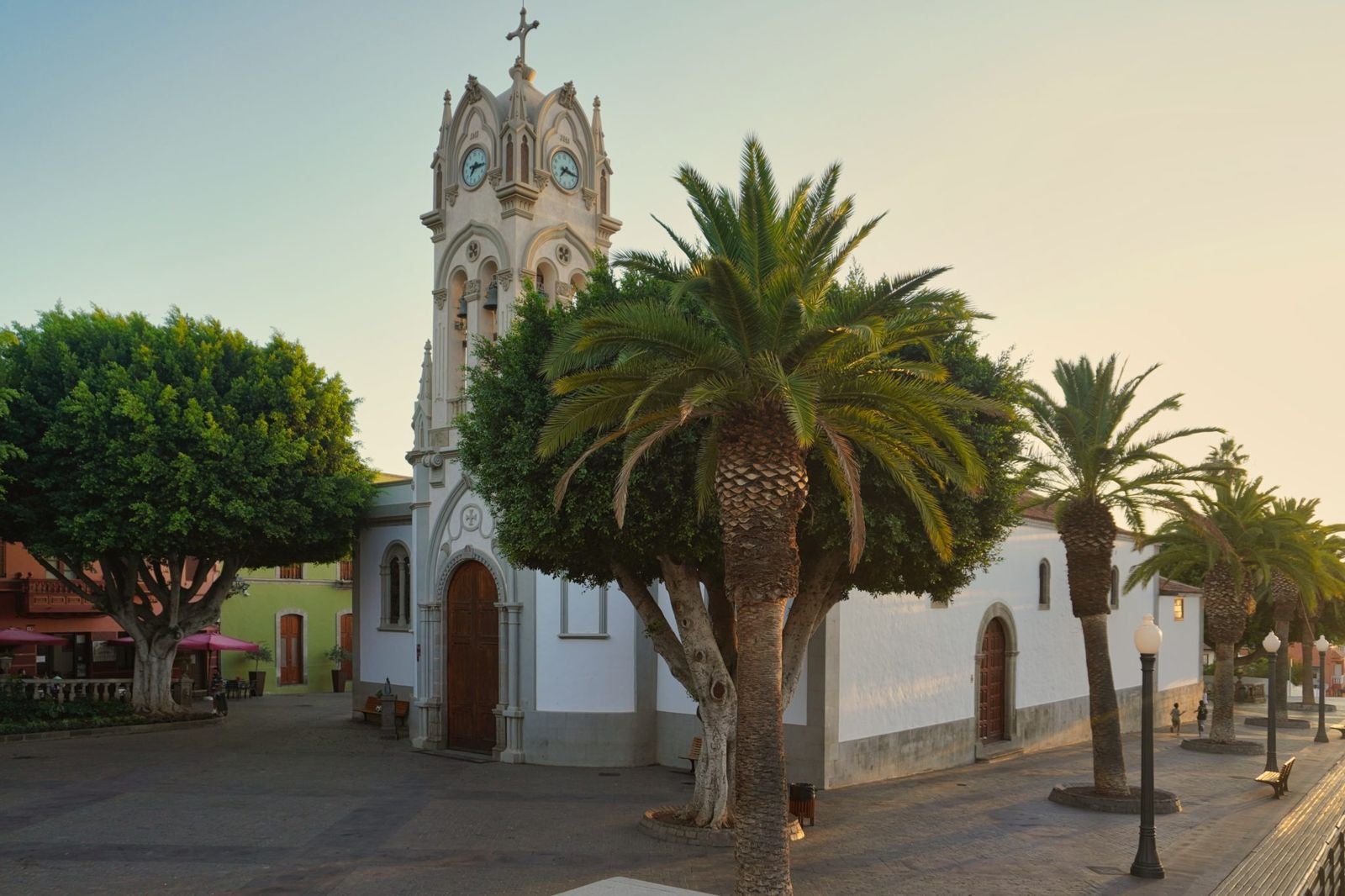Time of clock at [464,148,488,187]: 7:15
